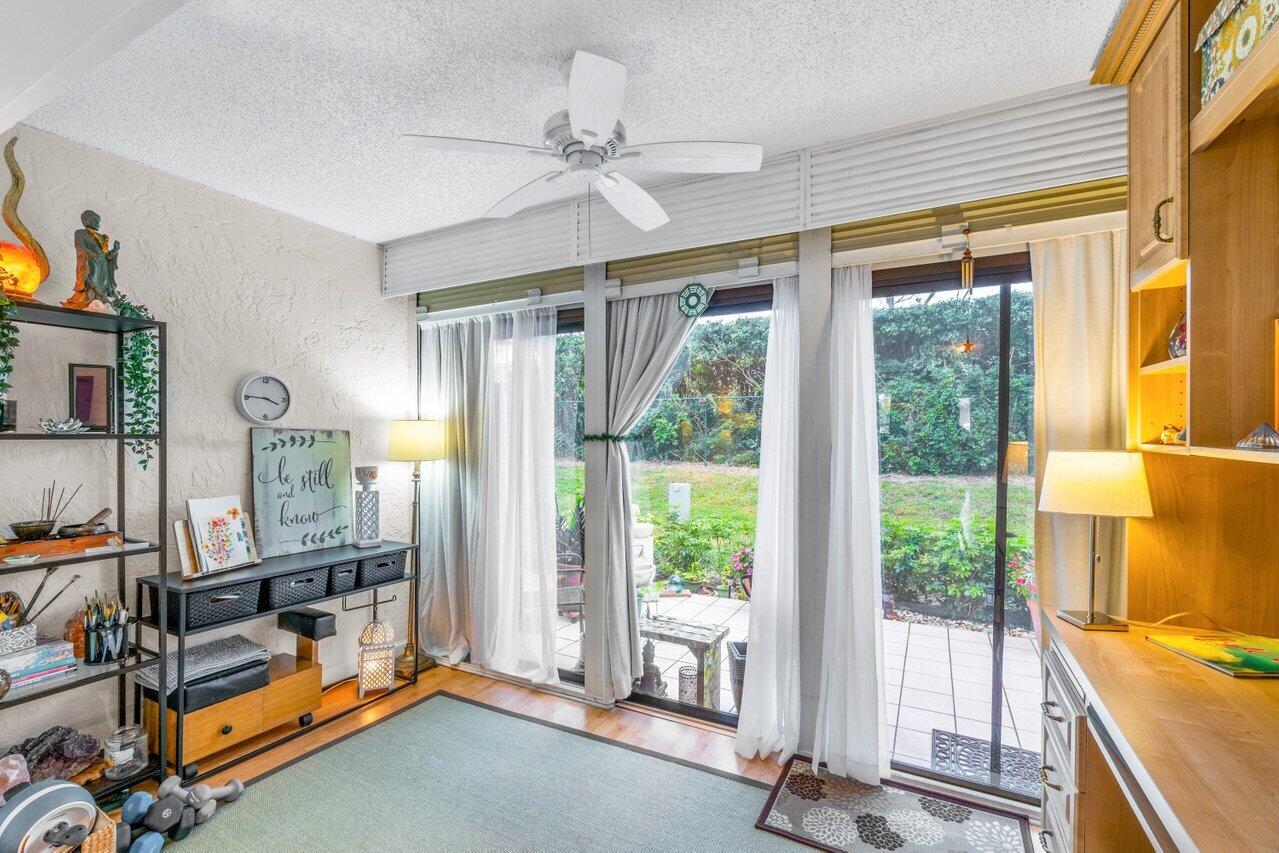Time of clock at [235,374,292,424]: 3:45
